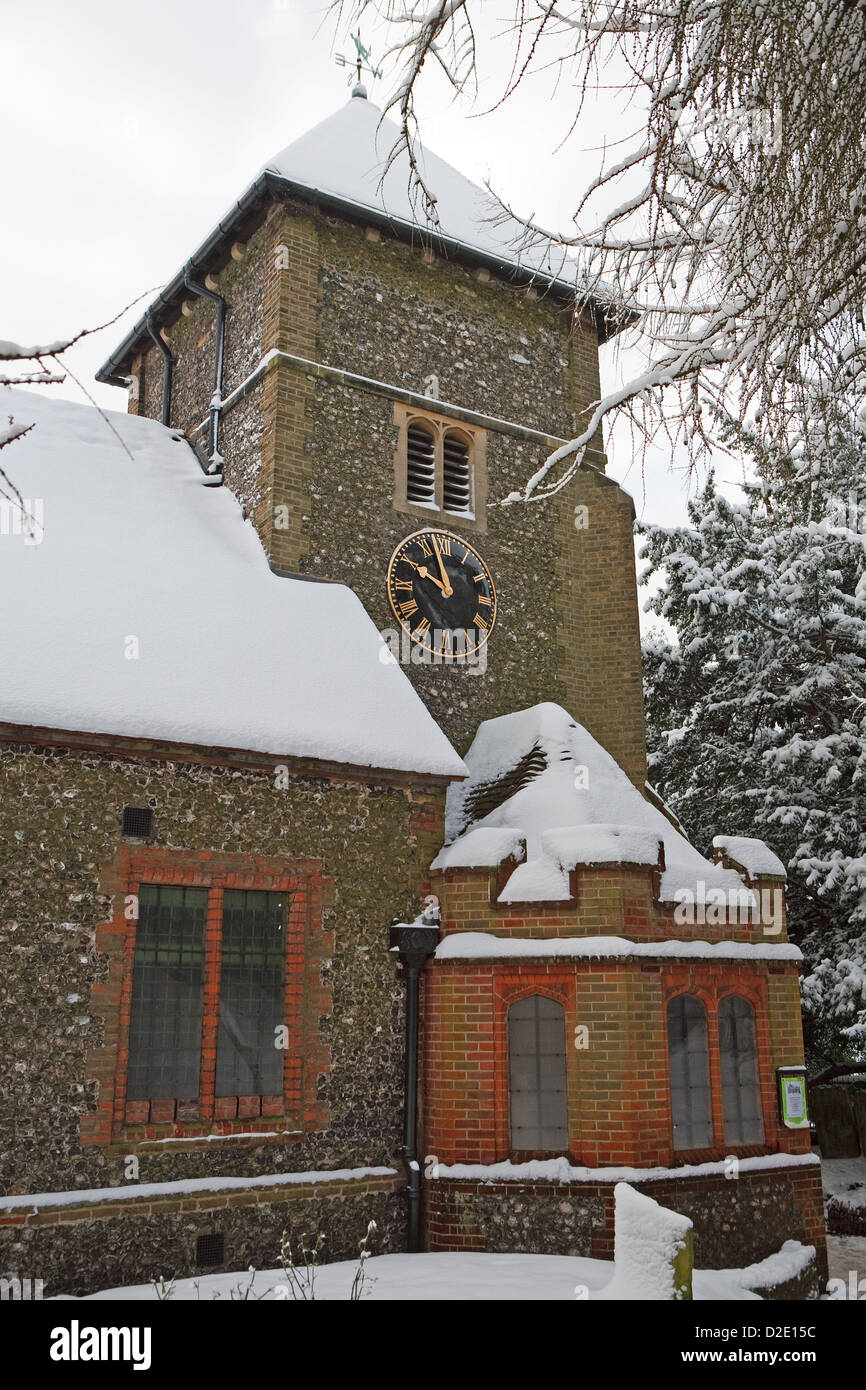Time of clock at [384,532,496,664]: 9:57
